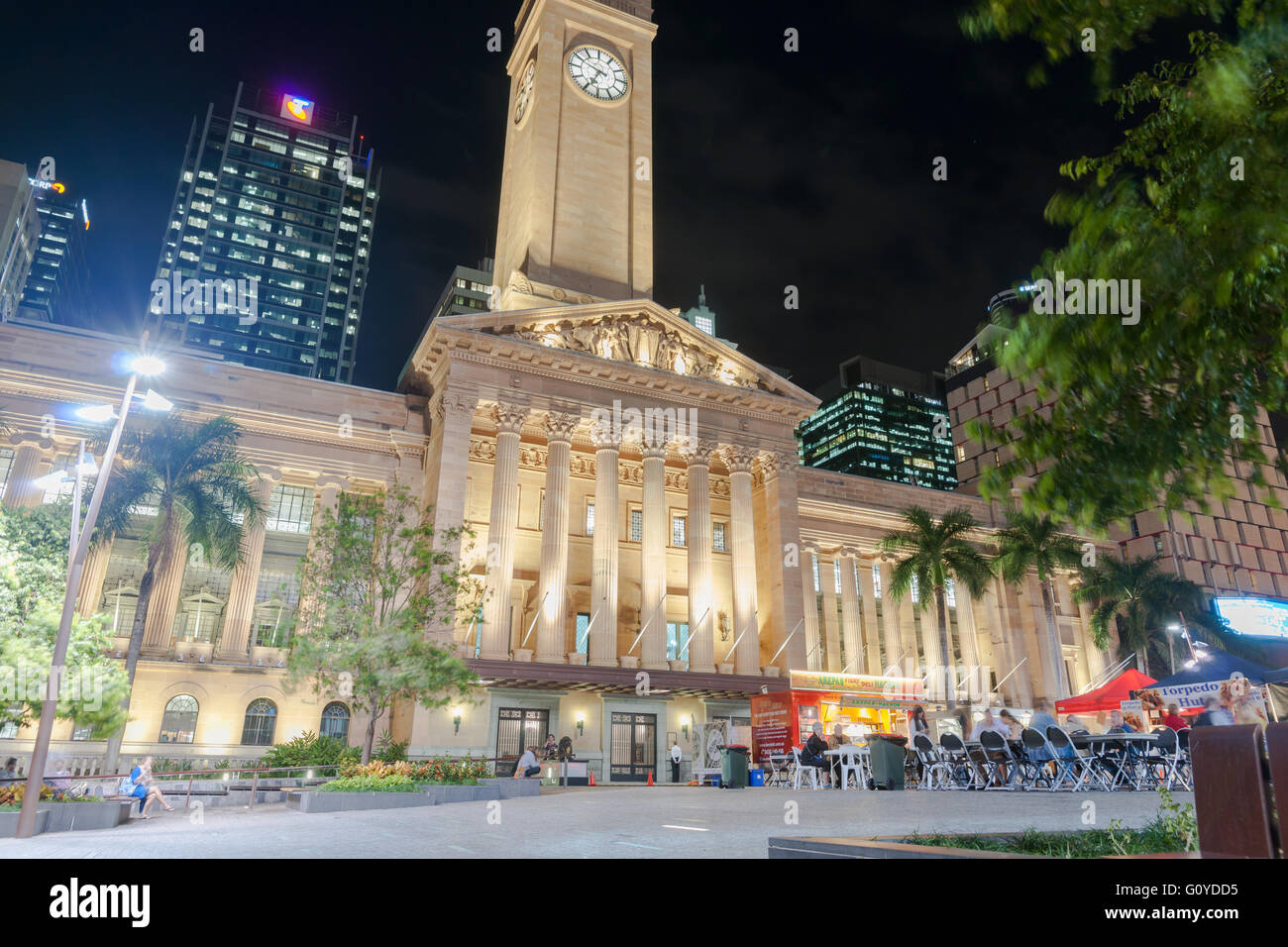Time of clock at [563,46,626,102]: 6:49
